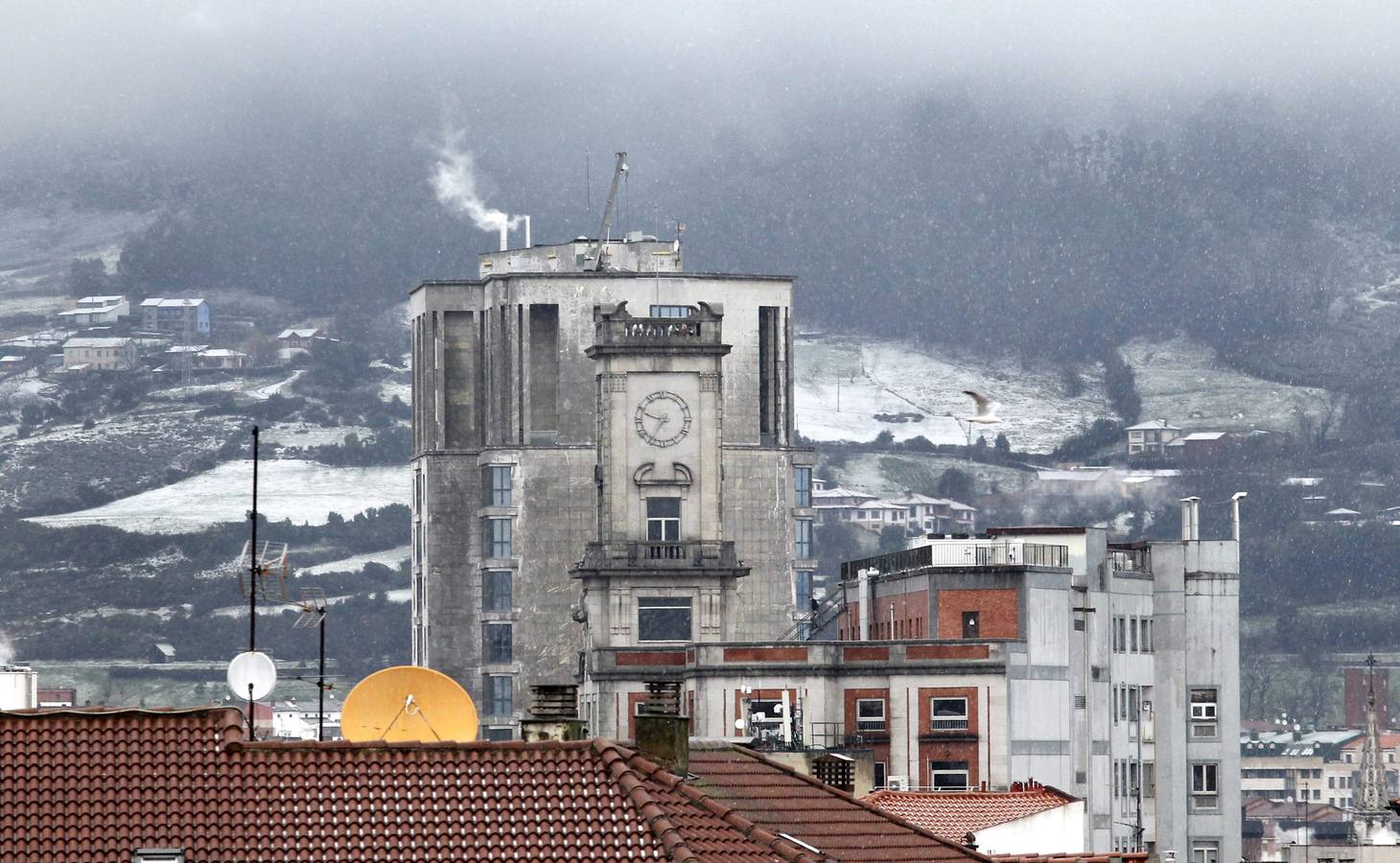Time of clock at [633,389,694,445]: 9:35
